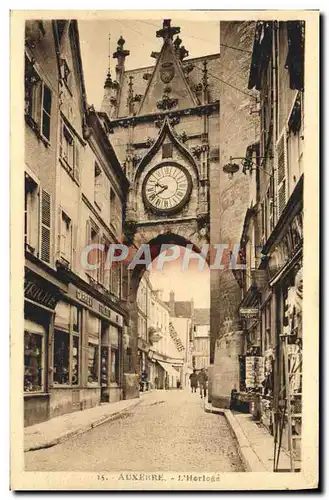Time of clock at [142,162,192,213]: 9:40
